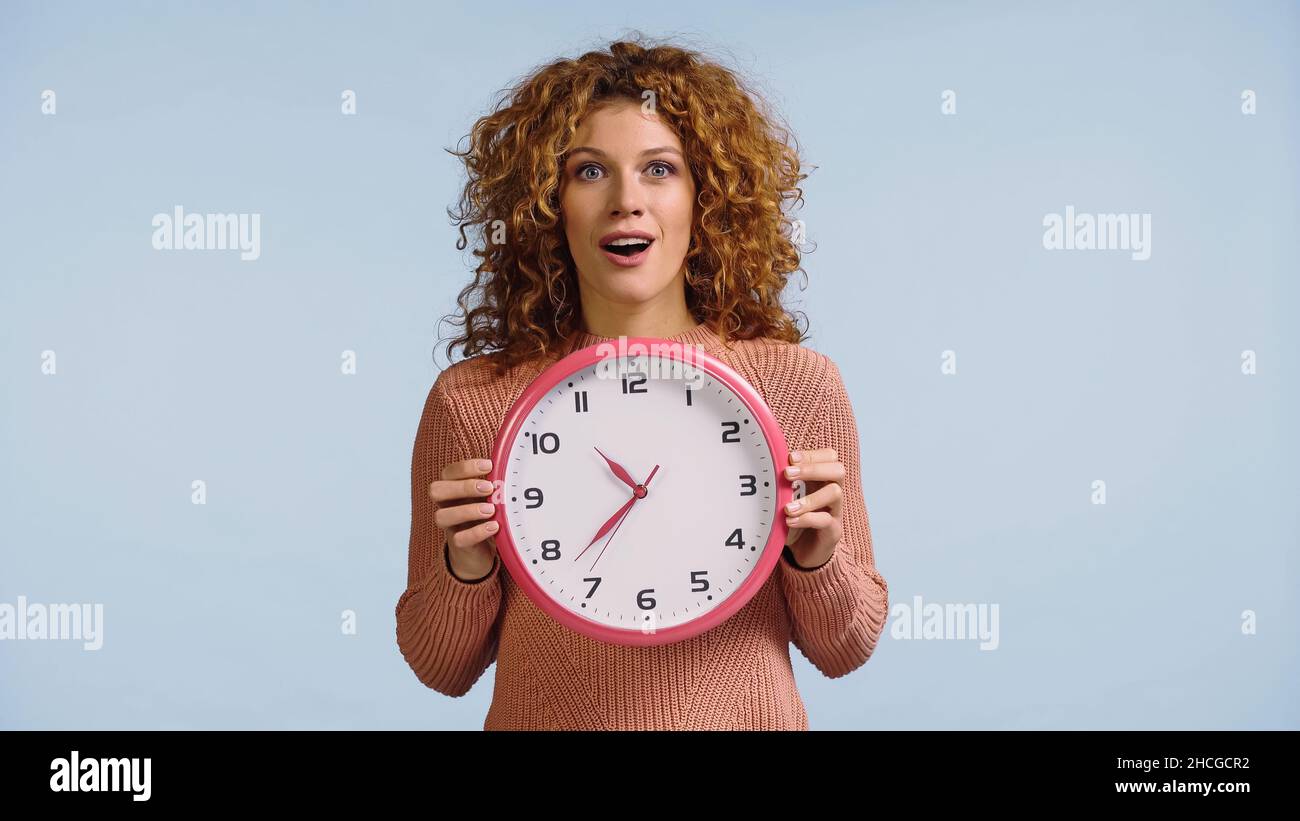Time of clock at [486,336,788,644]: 10:37
